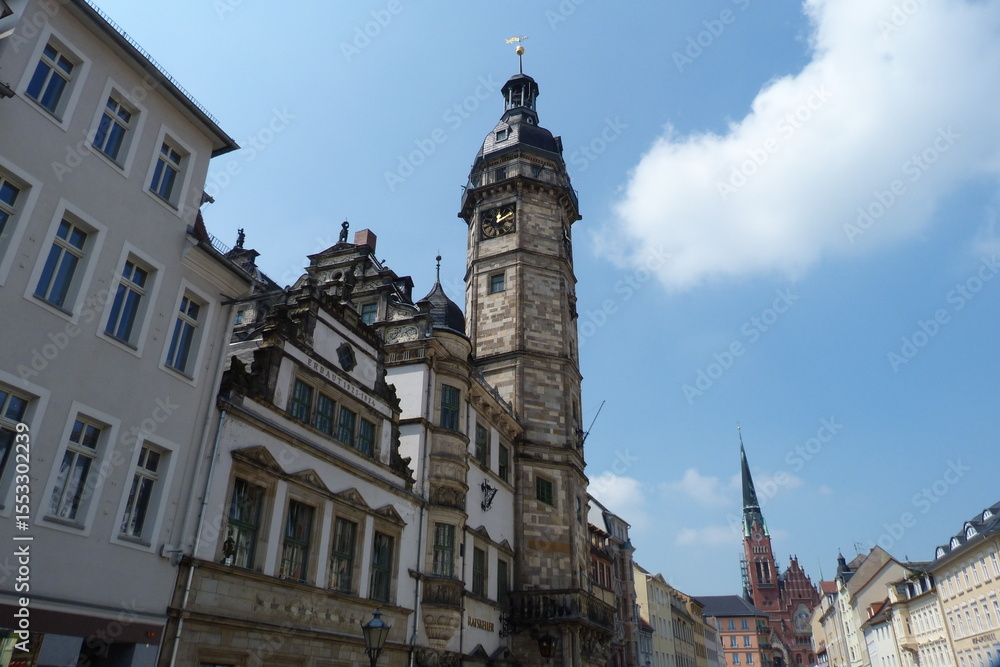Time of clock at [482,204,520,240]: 12:10
